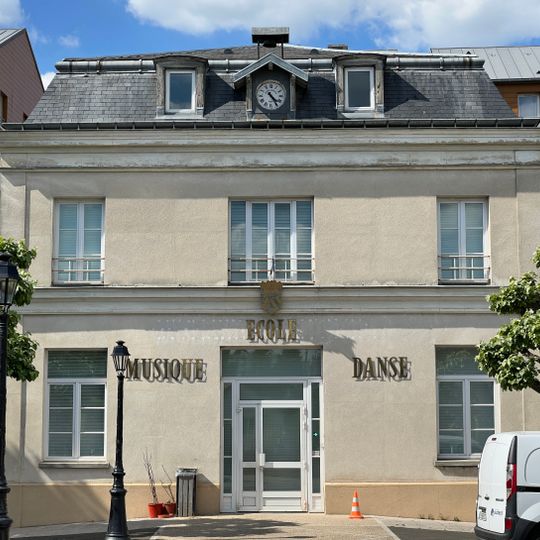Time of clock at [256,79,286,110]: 4:24
